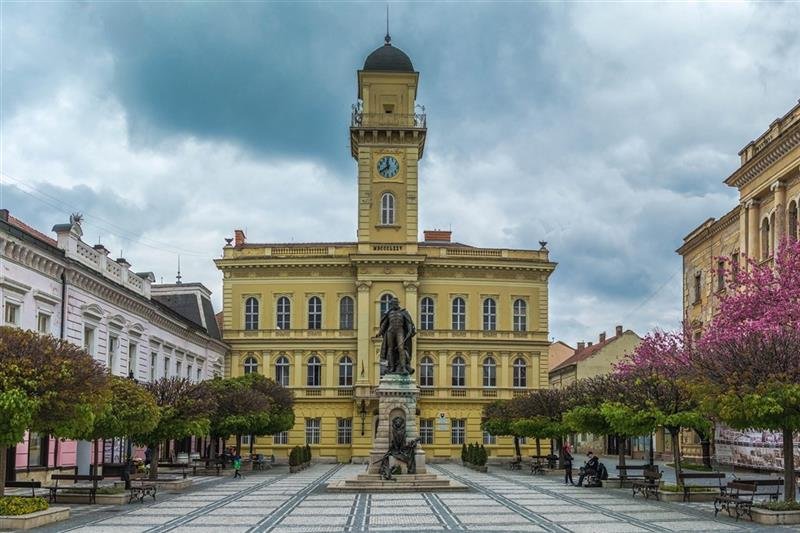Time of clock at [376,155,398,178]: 11:39
